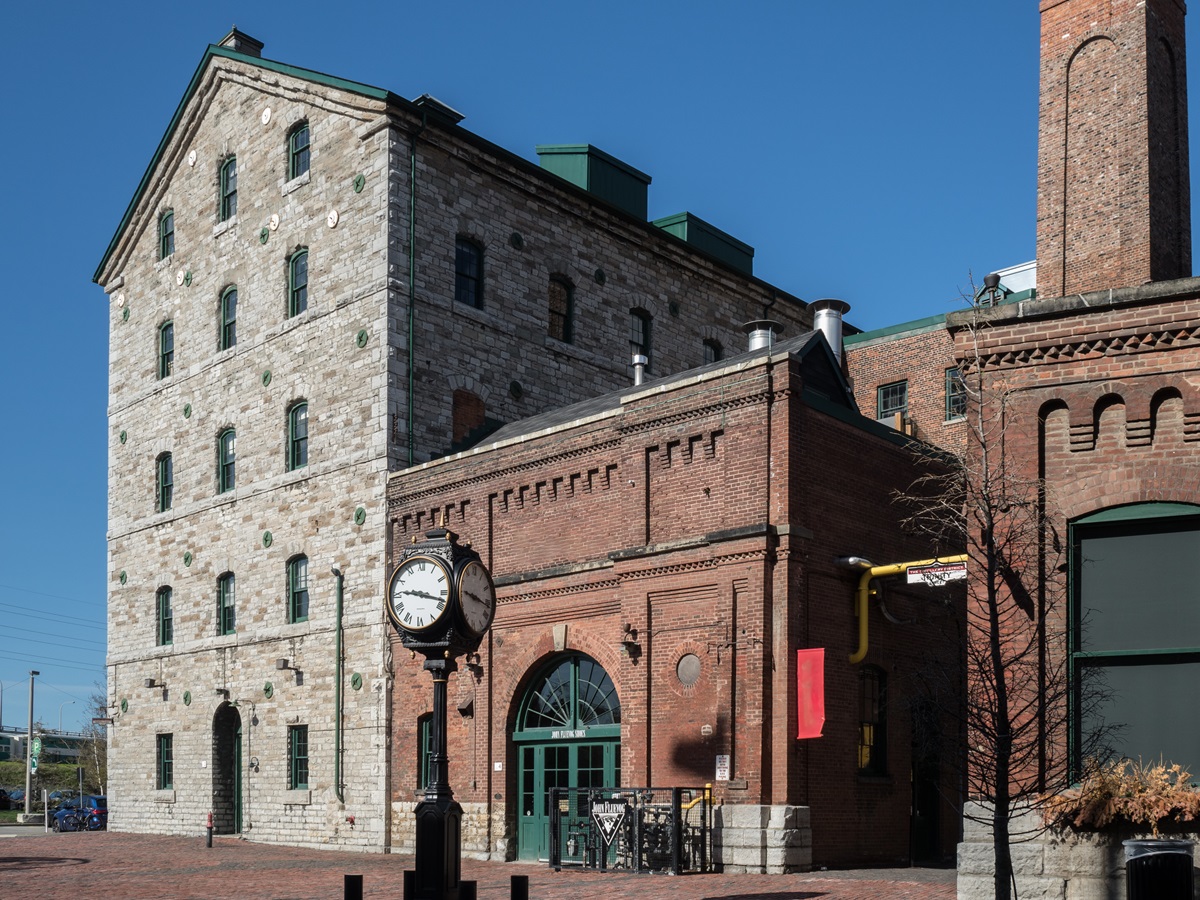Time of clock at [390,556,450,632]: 9:17
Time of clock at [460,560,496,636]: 9:17
